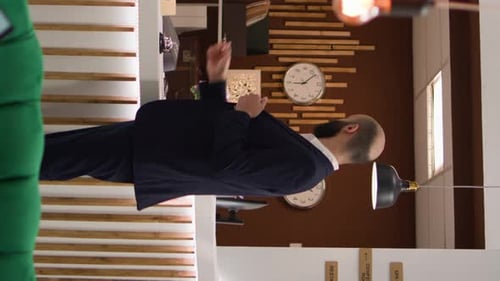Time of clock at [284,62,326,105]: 9:08
